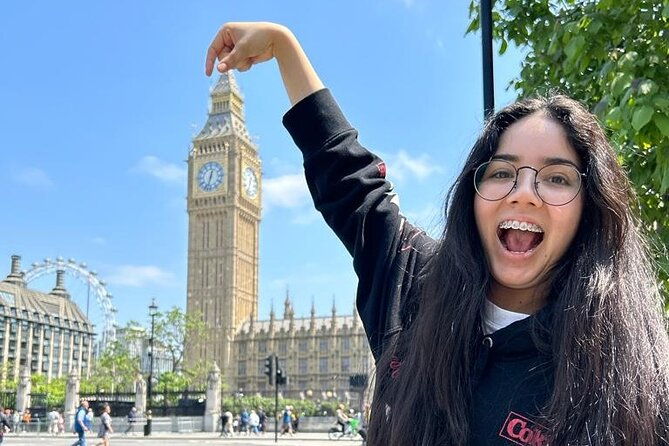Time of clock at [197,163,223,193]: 12:32
